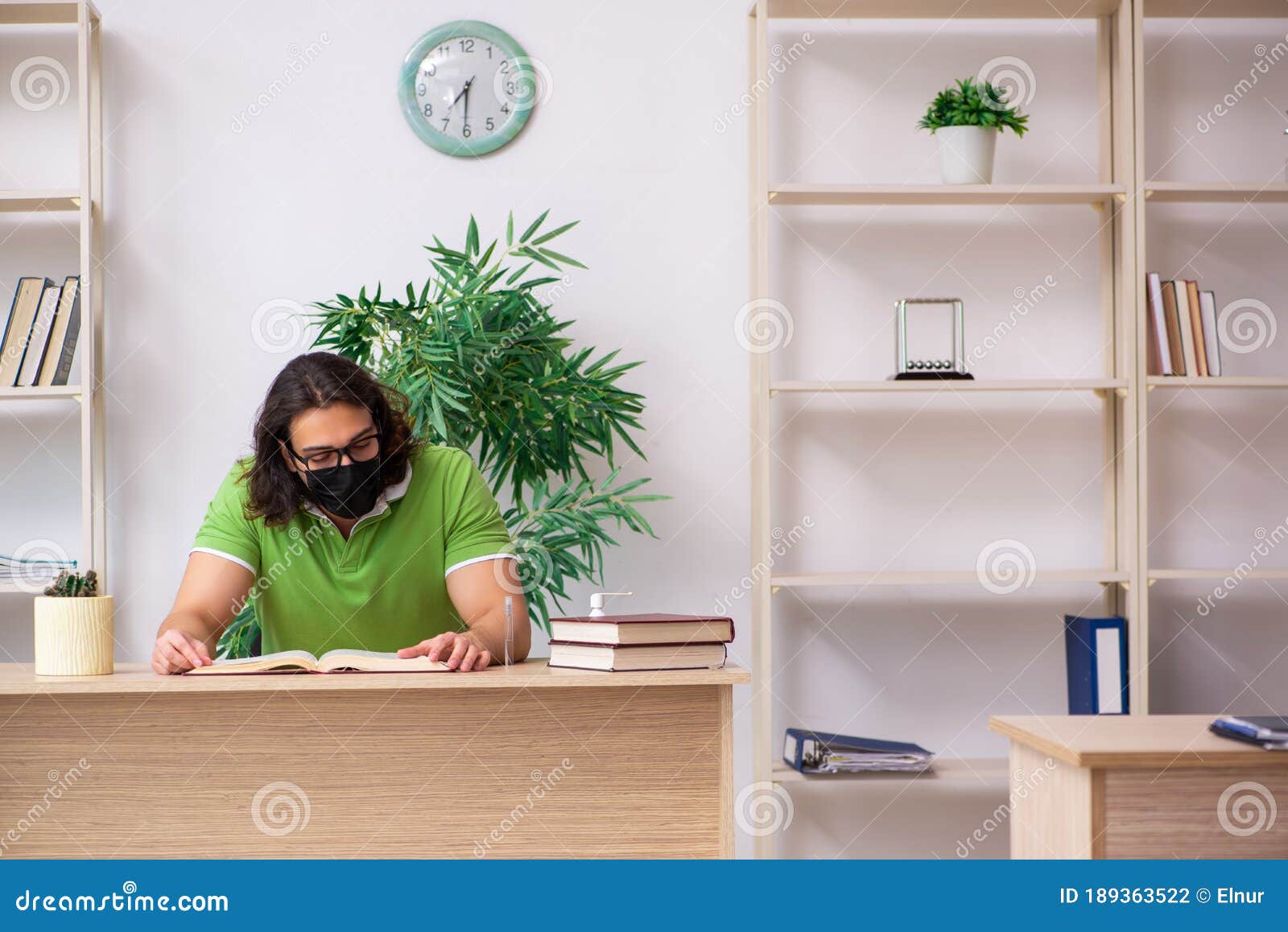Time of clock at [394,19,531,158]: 7:30
